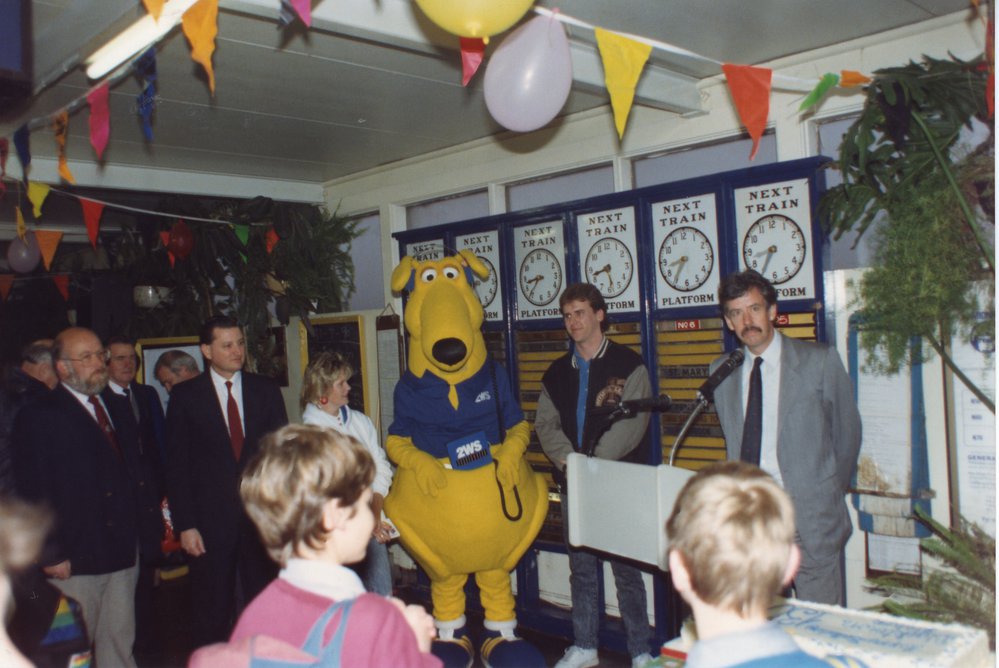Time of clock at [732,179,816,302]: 8:35
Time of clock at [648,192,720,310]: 8:35
